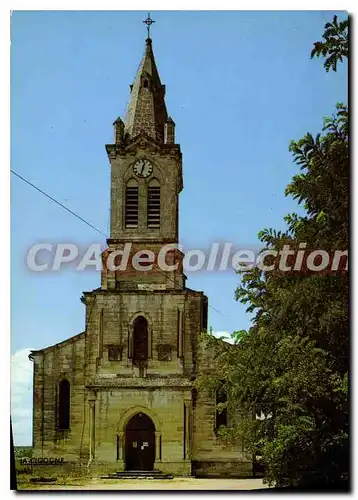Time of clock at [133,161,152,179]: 12:32
